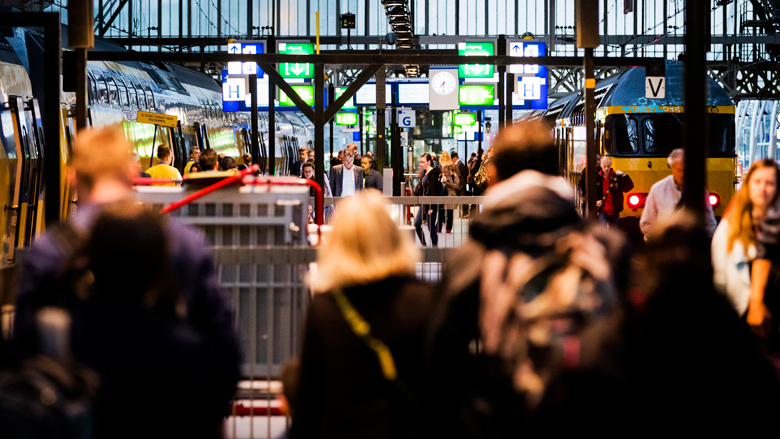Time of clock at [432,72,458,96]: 7:30
